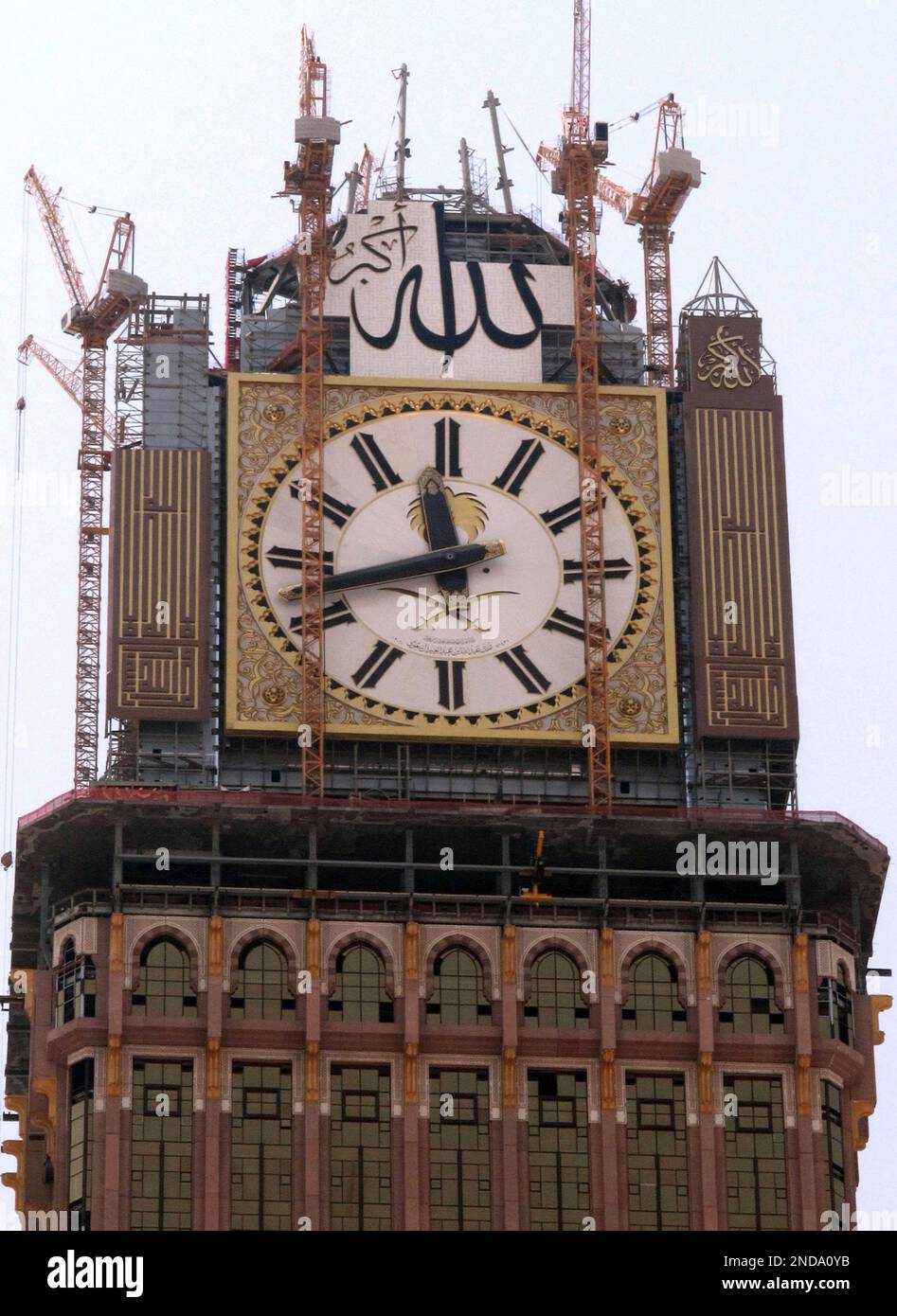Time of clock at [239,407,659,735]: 11:42
